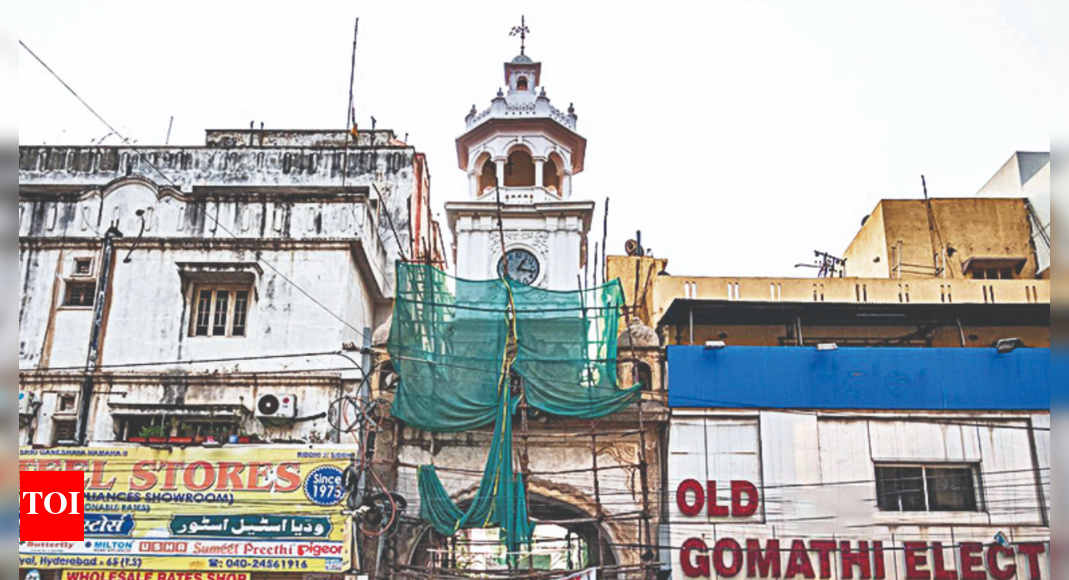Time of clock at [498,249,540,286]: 1:16
